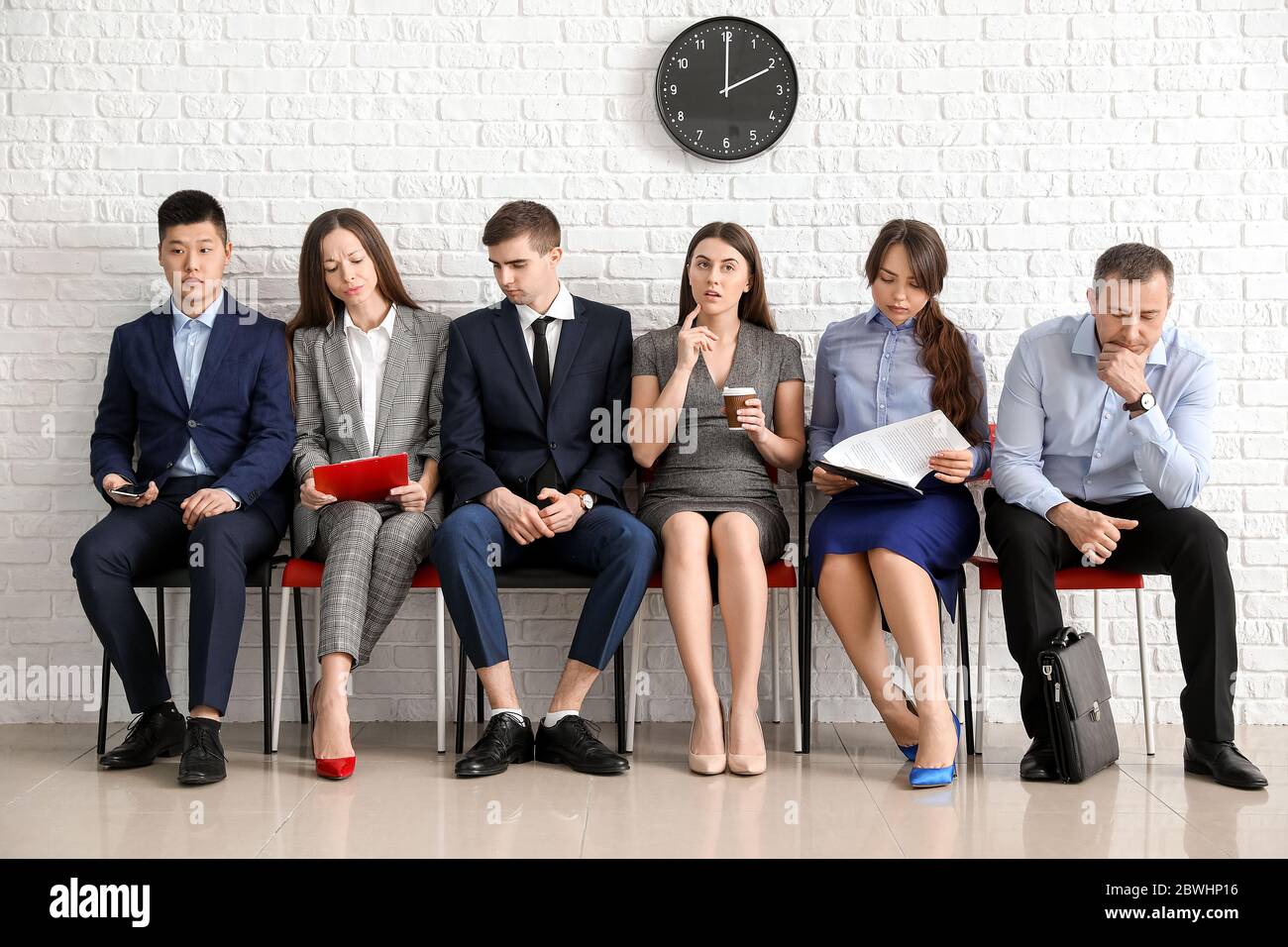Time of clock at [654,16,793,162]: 2:00
